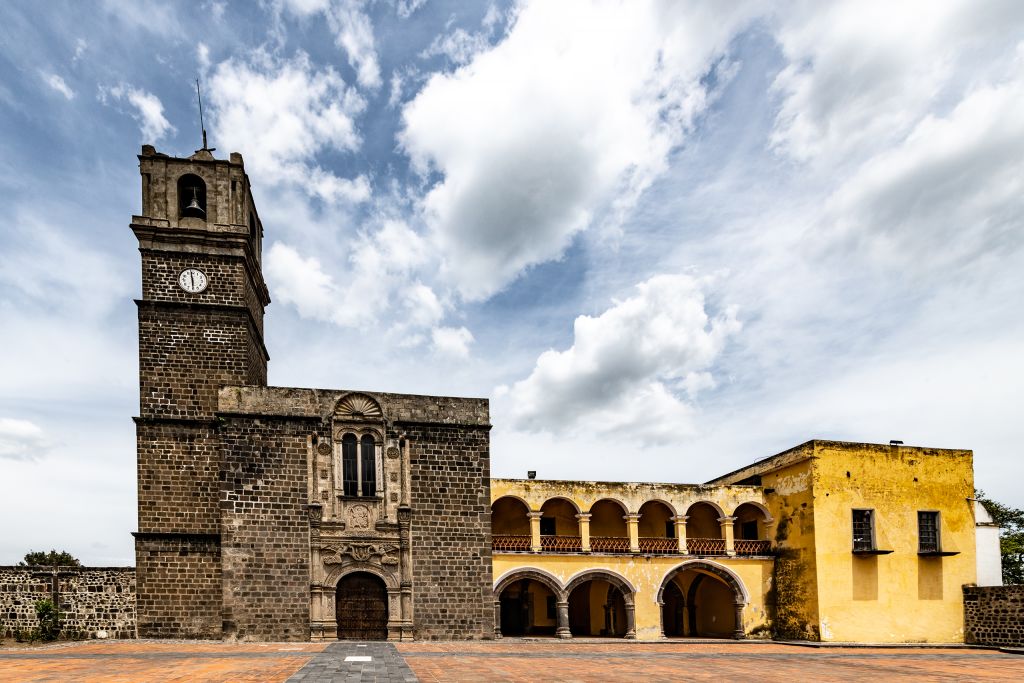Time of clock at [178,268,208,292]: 5:58
